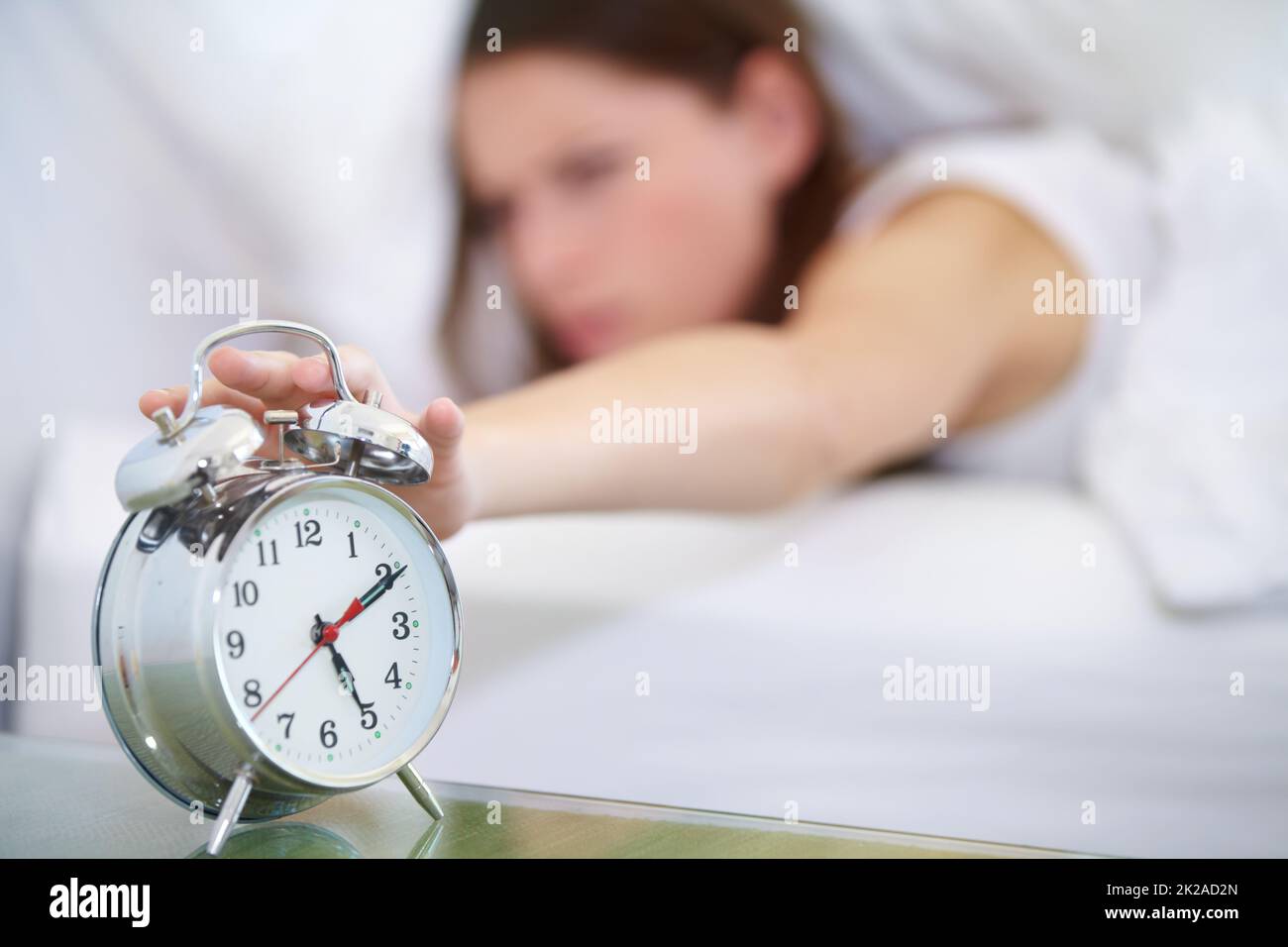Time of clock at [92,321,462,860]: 5:10
